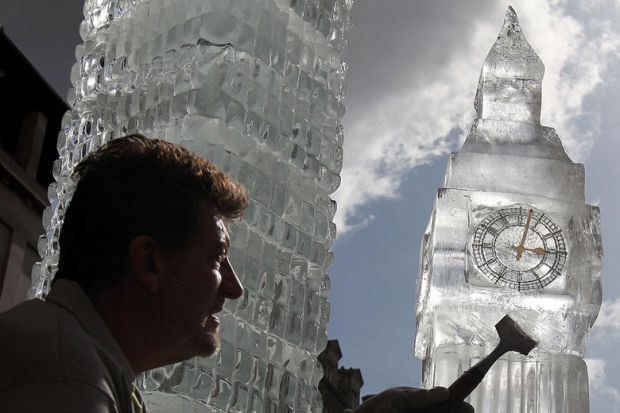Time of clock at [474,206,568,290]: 3:02
